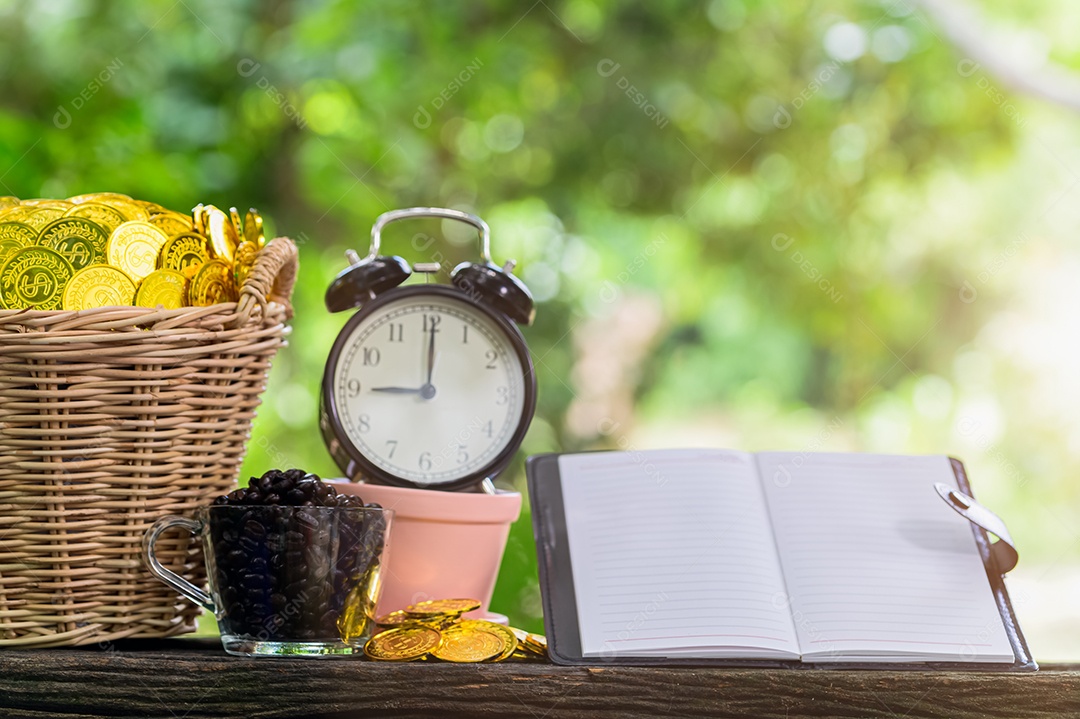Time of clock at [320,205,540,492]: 9:00
